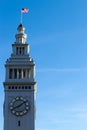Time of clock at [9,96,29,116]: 8:09
